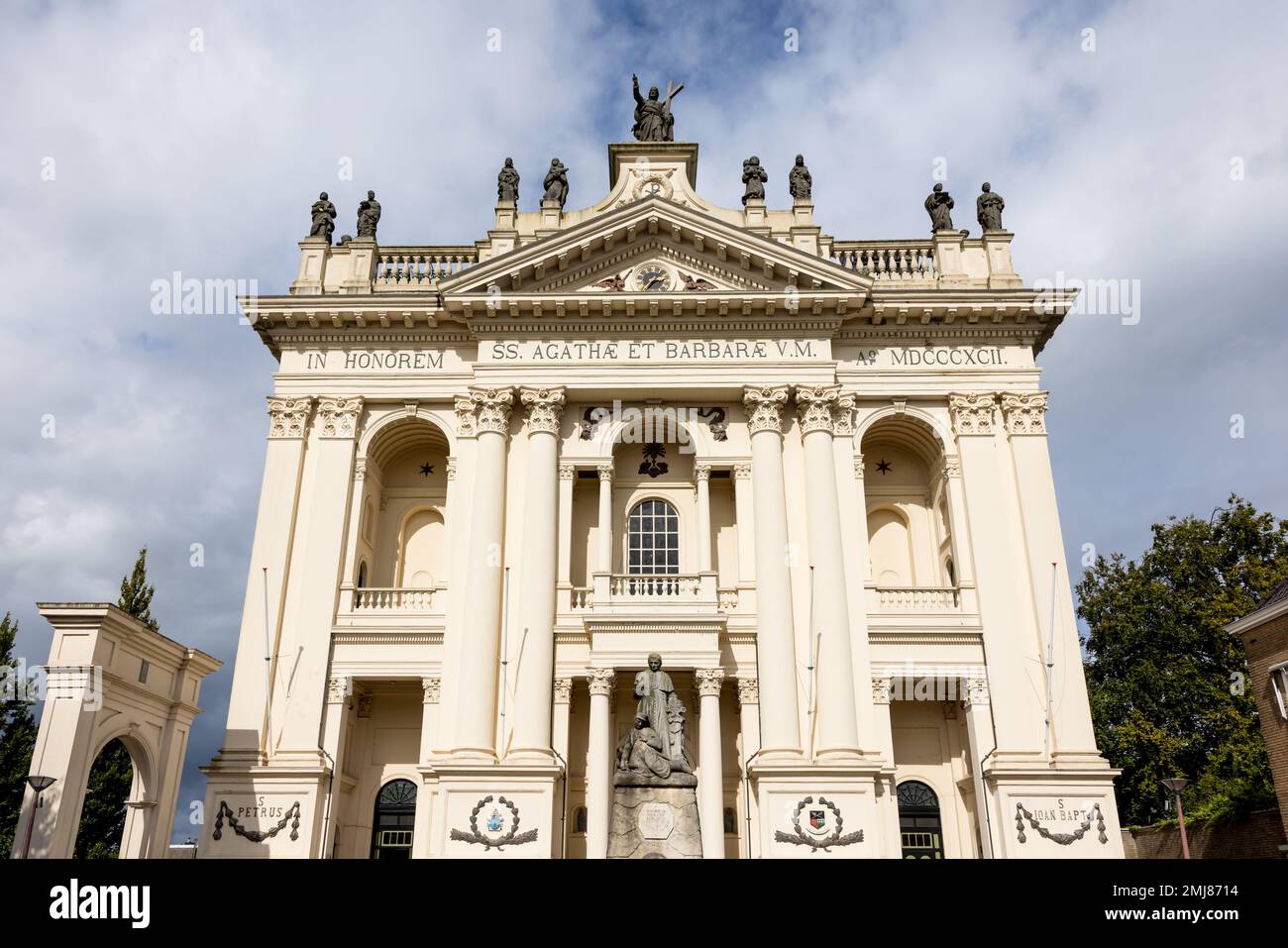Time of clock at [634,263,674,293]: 2:35
